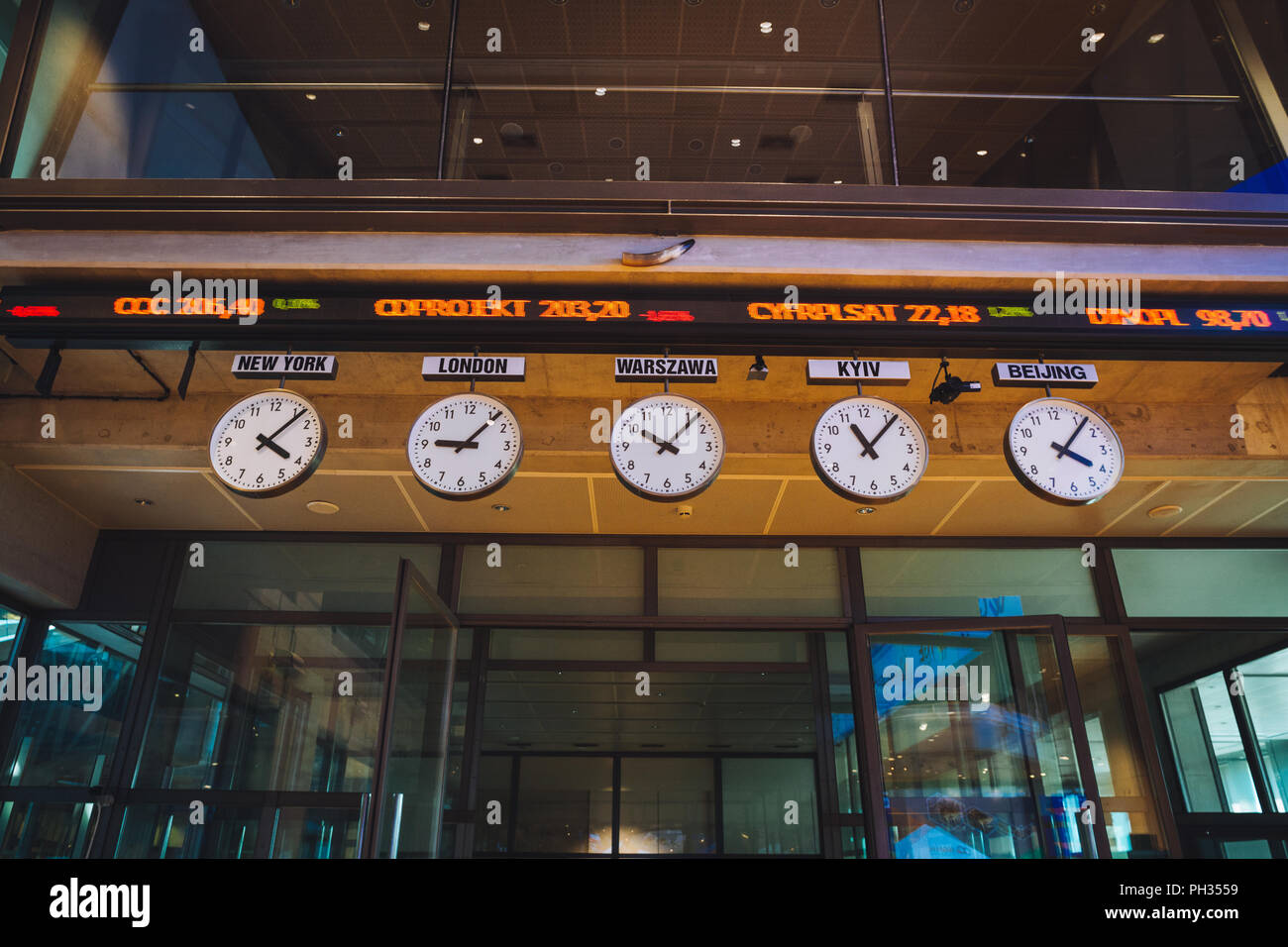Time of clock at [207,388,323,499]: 4:07
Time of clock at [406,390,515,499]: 9:06
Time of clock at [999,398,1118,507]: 4:07
